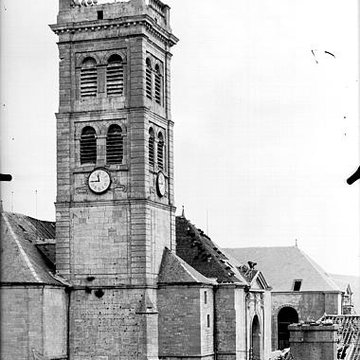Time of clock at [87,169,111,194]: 11:44
